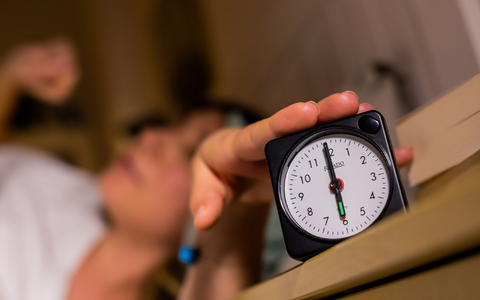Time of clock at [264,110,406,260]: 5:59
